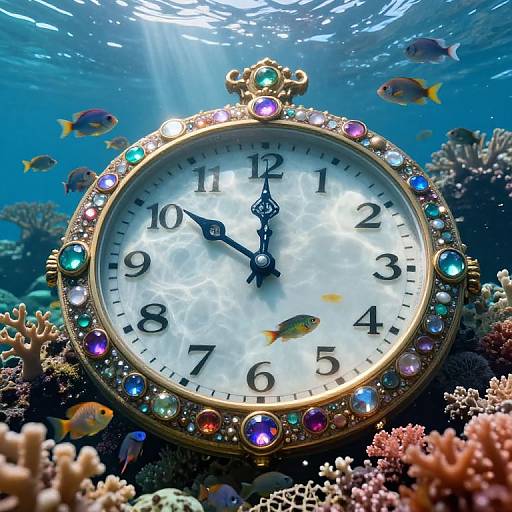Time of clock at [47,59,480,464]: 10:00
